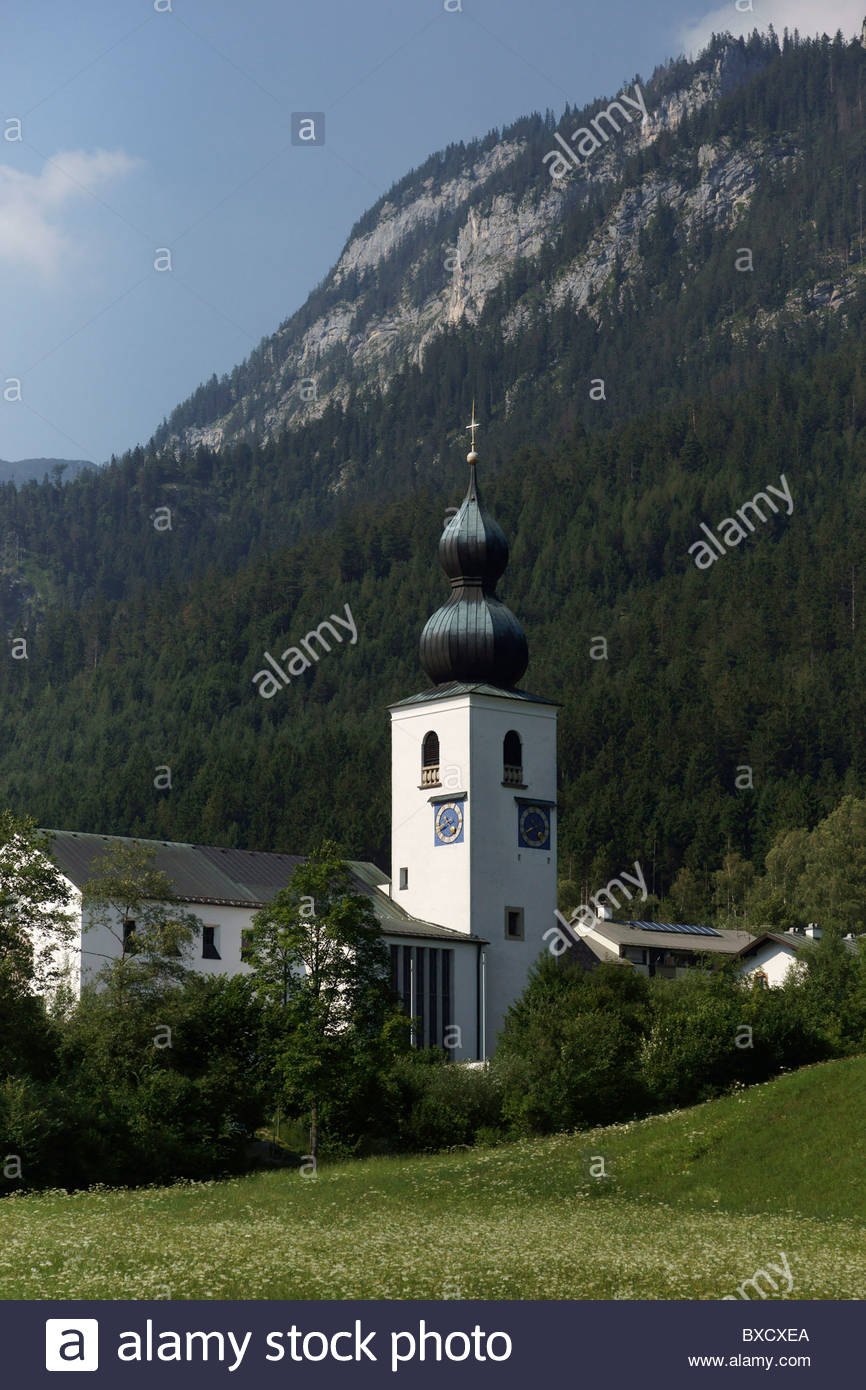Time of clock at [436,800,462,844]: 4:40
